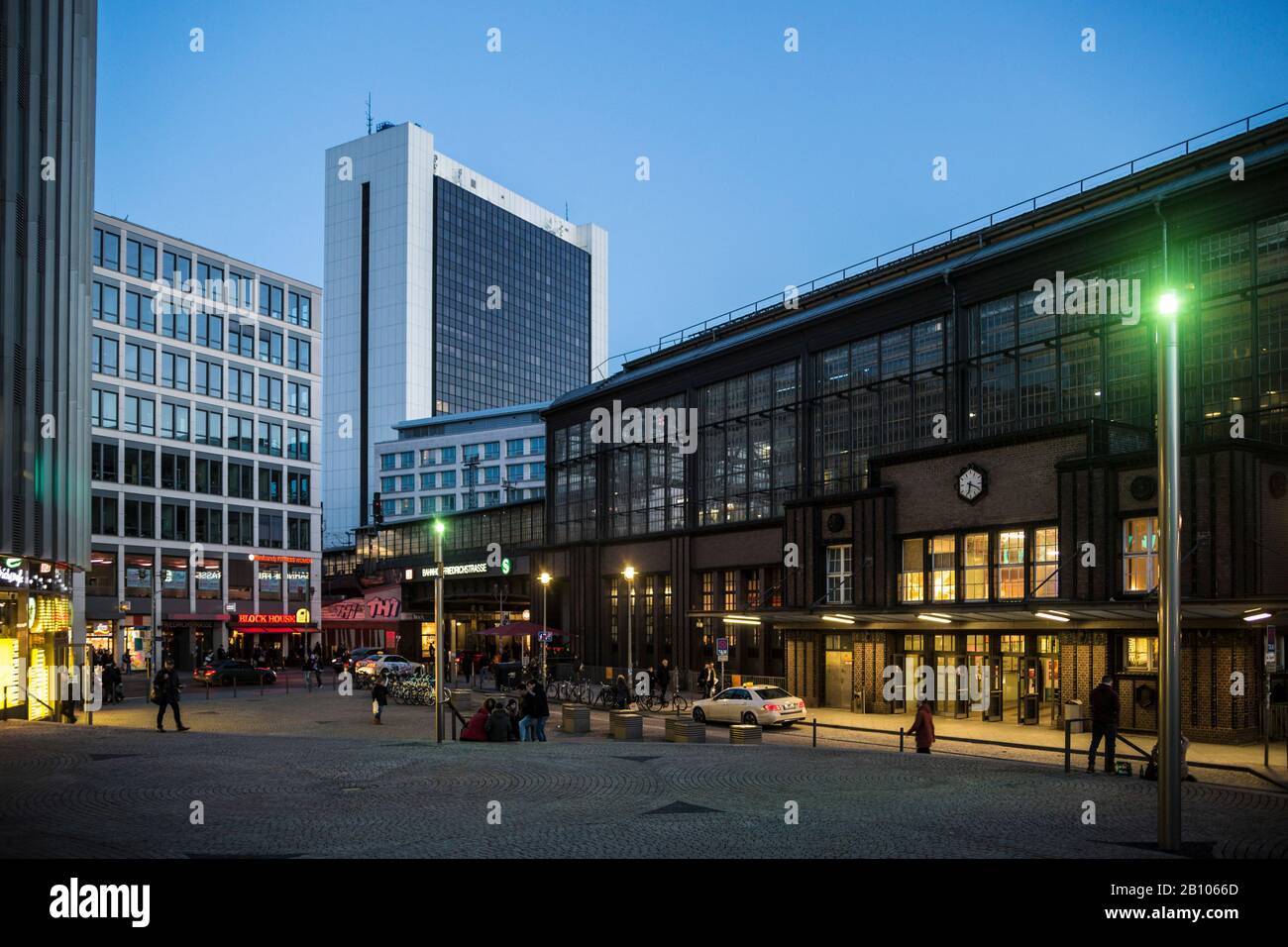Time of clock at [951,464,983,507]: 6:19
